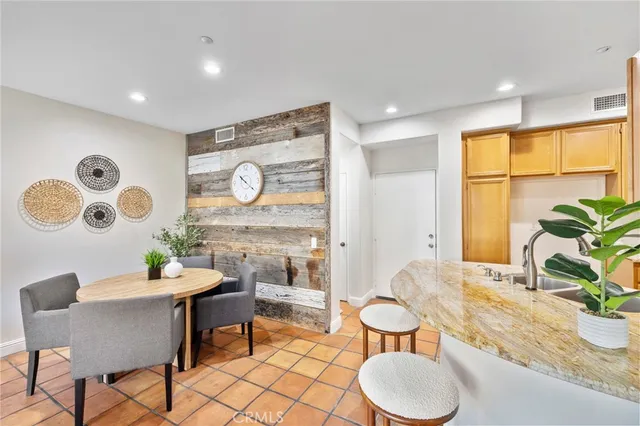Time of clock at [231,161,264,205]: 10:21
